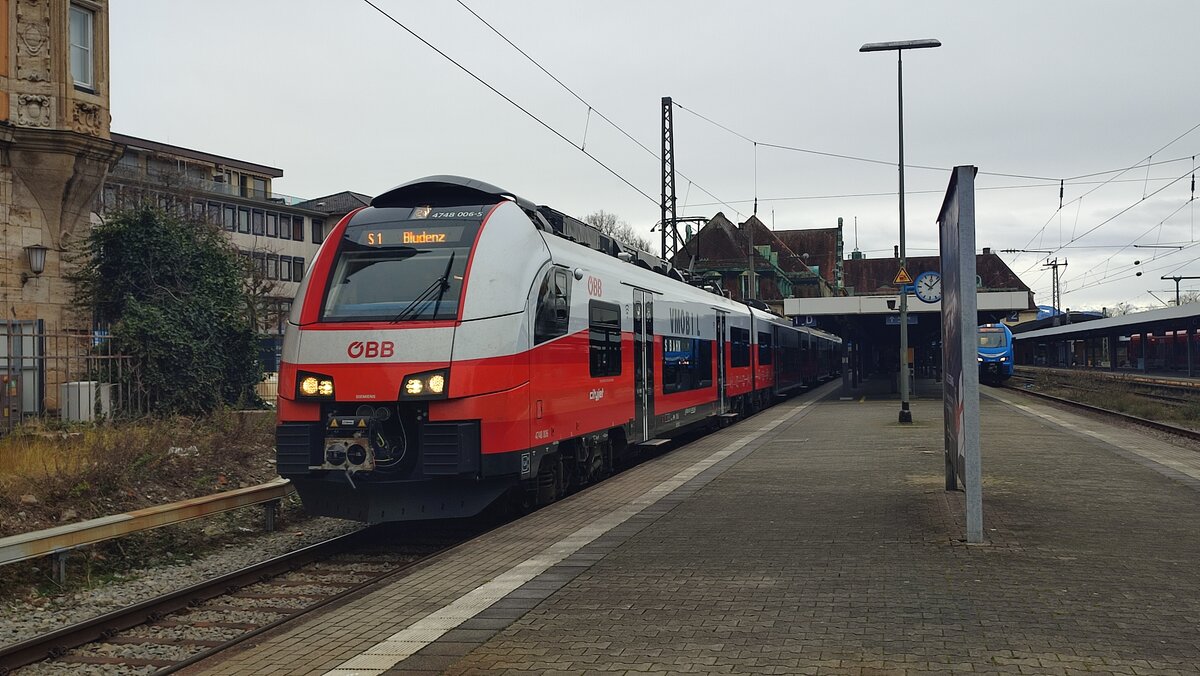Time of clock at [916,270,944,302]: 10:07
